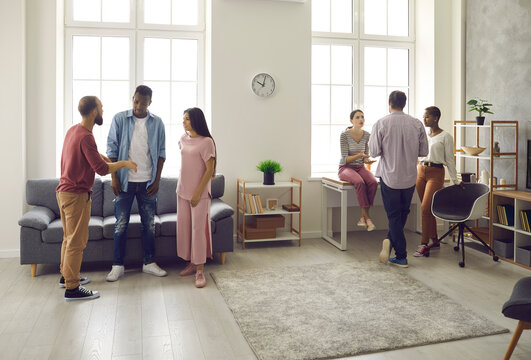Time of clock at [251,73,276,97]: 10:02
